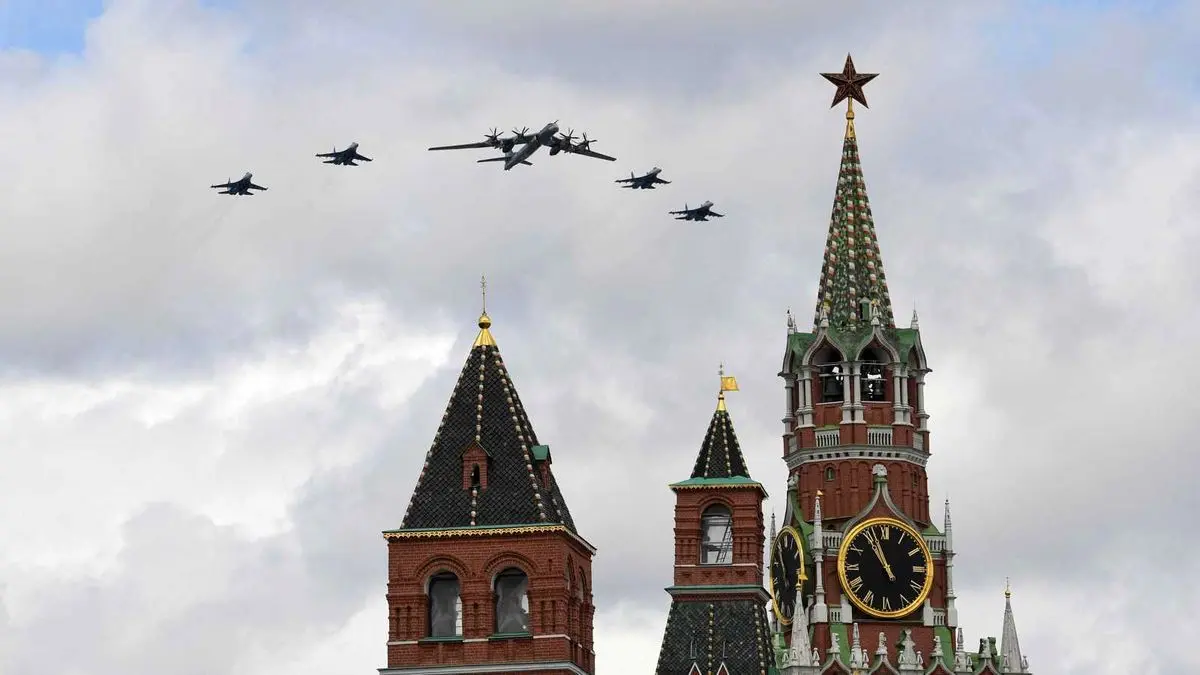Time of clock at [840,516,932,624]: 10:56
